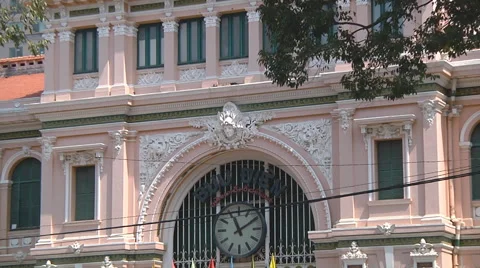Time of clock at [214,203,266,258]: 11:09
